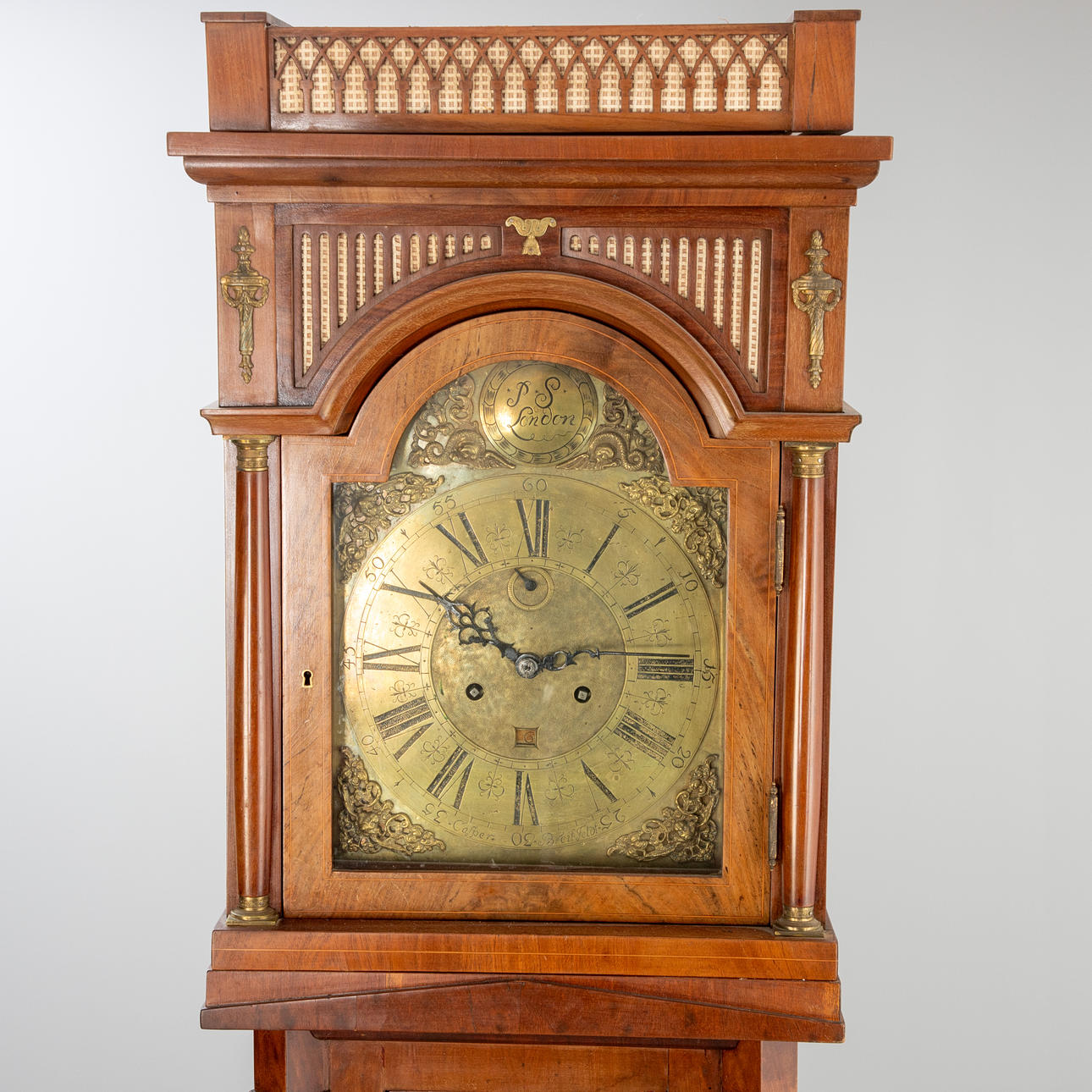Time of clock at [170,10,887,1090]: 2:48
